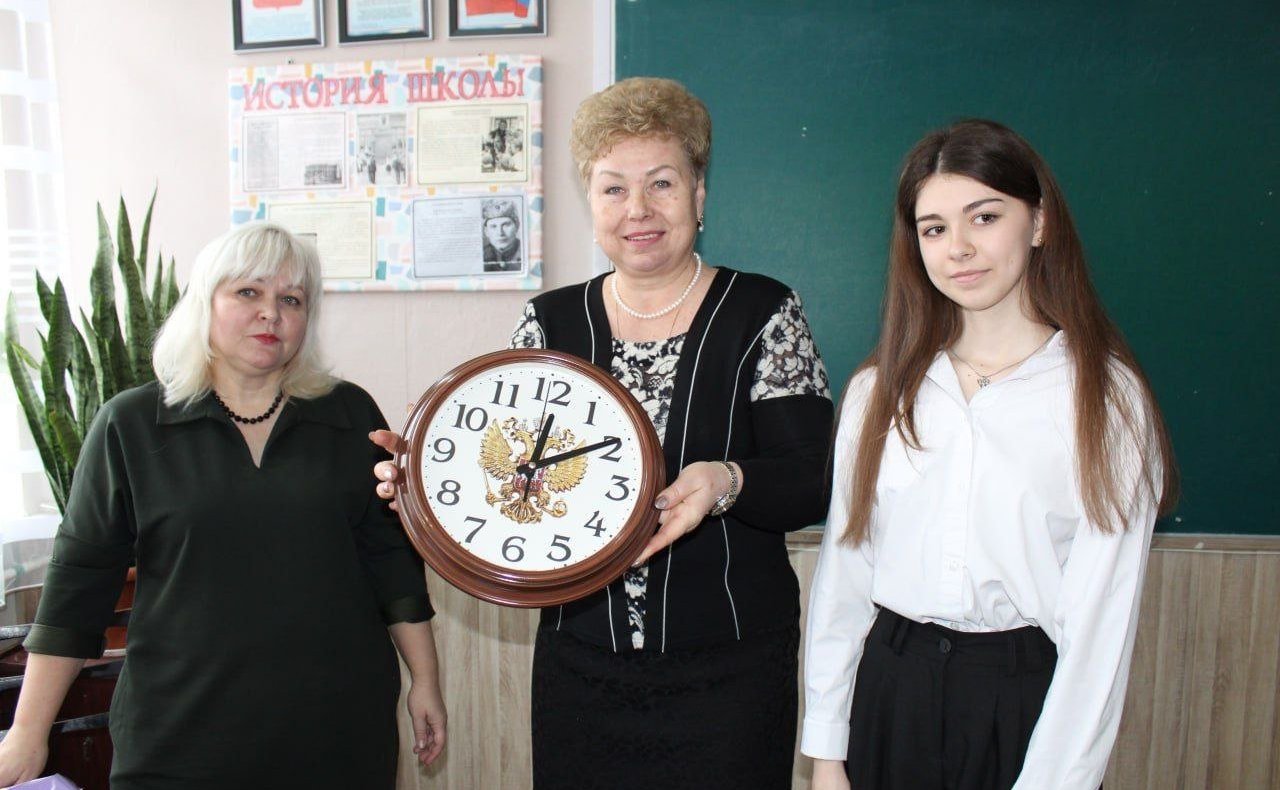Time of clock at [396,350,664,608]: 12:09
